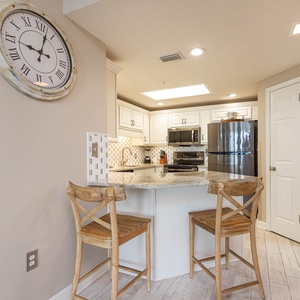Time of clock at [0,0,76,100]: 9:02
